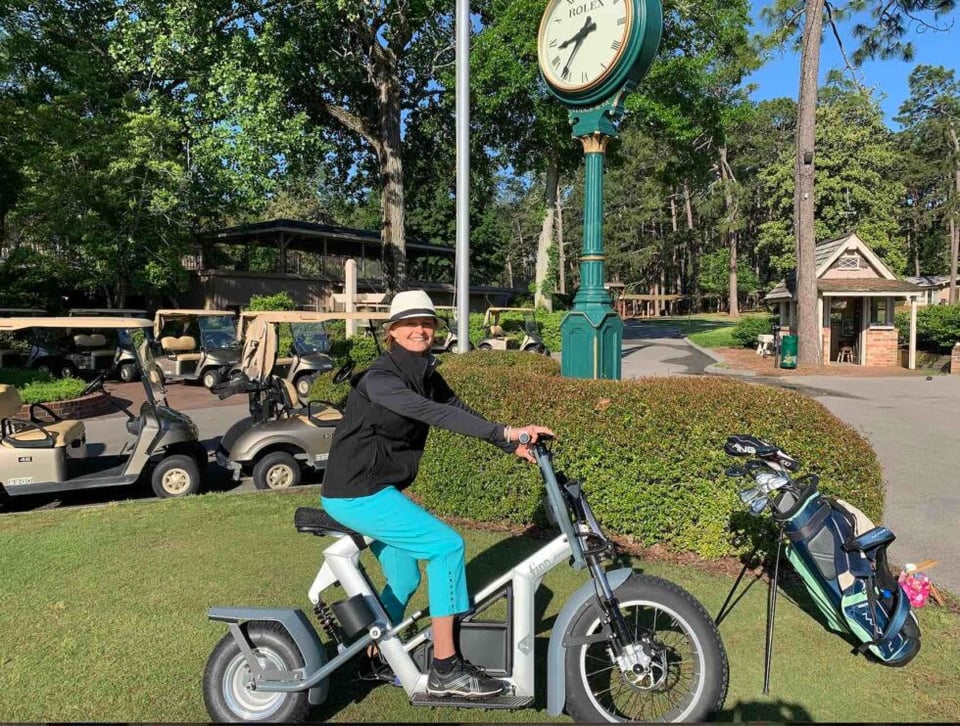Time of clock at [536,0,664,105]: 8:36
